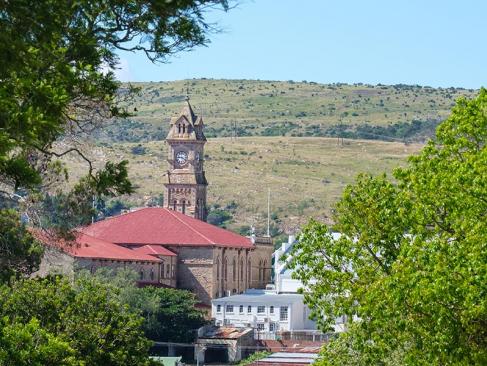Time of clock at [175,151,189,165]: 9:20
